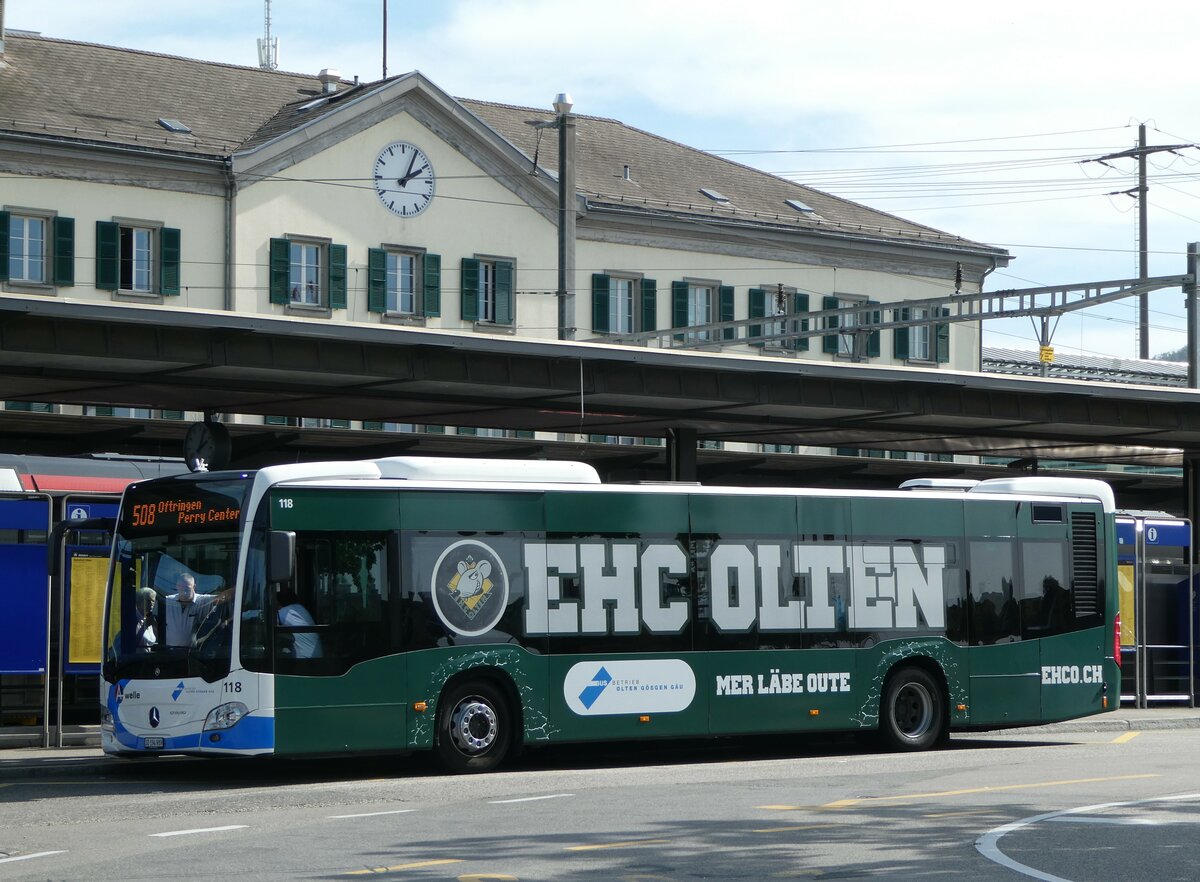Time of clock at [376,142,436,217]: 2:04
